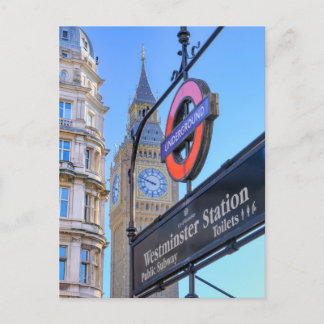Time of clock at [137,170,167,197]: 9:48
